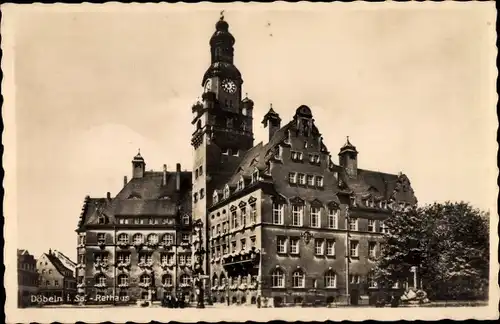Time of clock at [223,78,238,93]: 10:36
